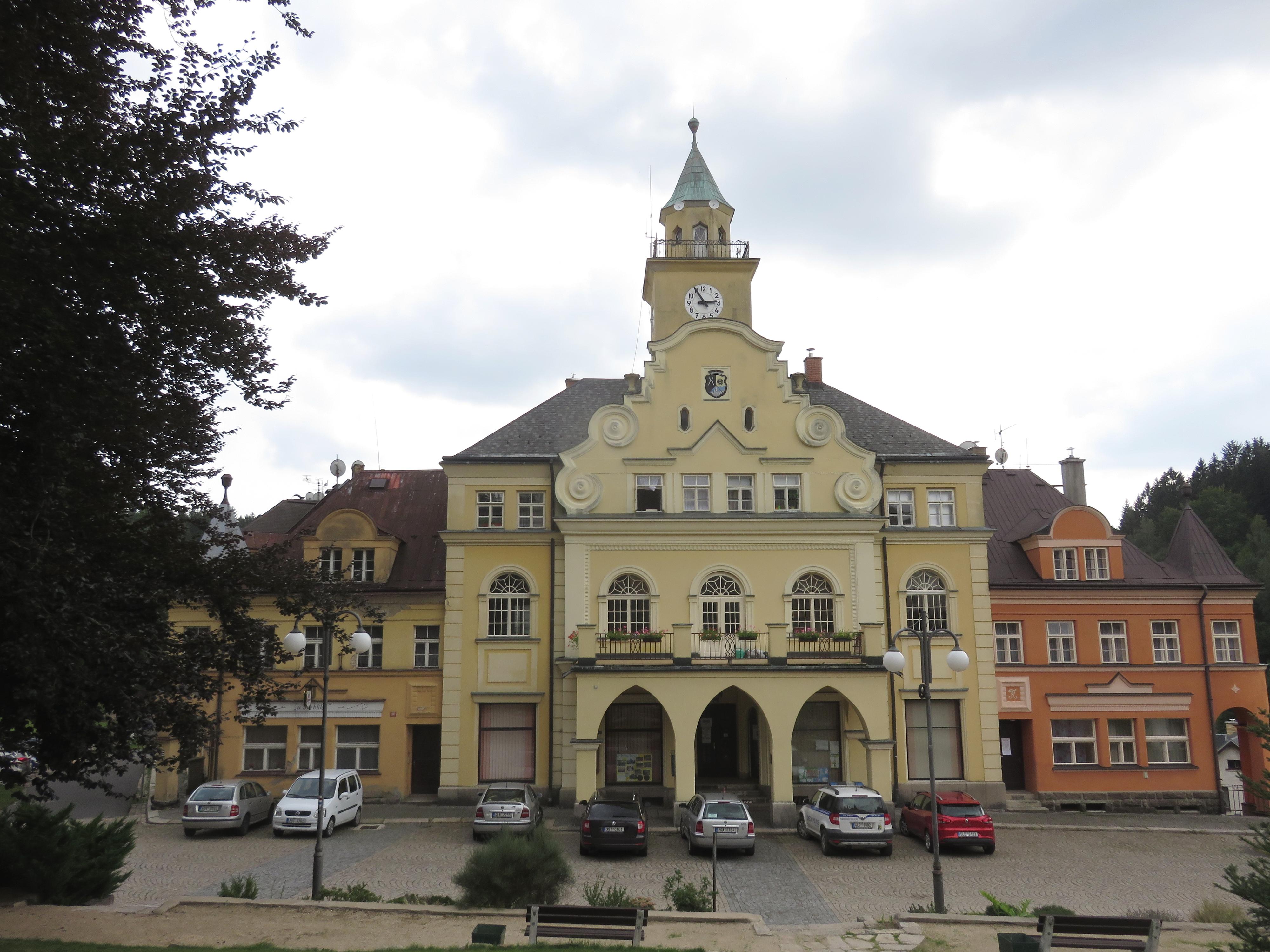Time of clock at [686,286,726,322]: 2:54
